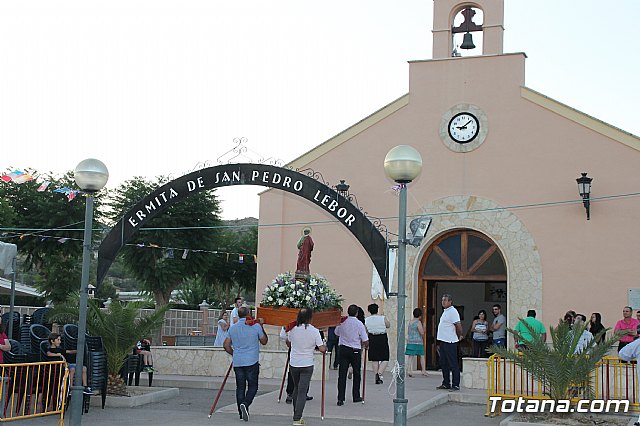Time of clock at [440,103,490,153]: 9:08
